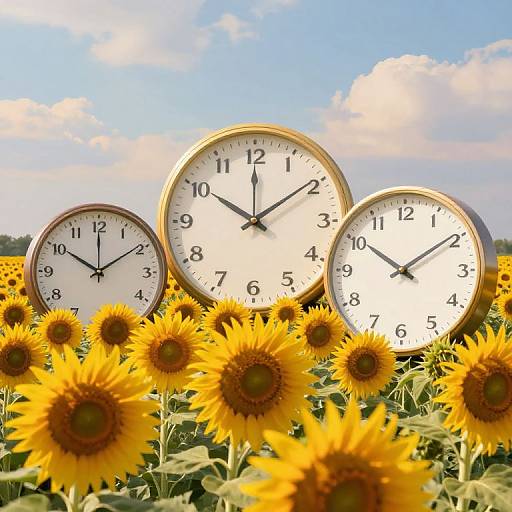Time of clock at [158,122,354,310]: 10:09
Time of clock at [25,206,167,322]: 10:09
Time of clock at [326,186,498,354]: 10:09
